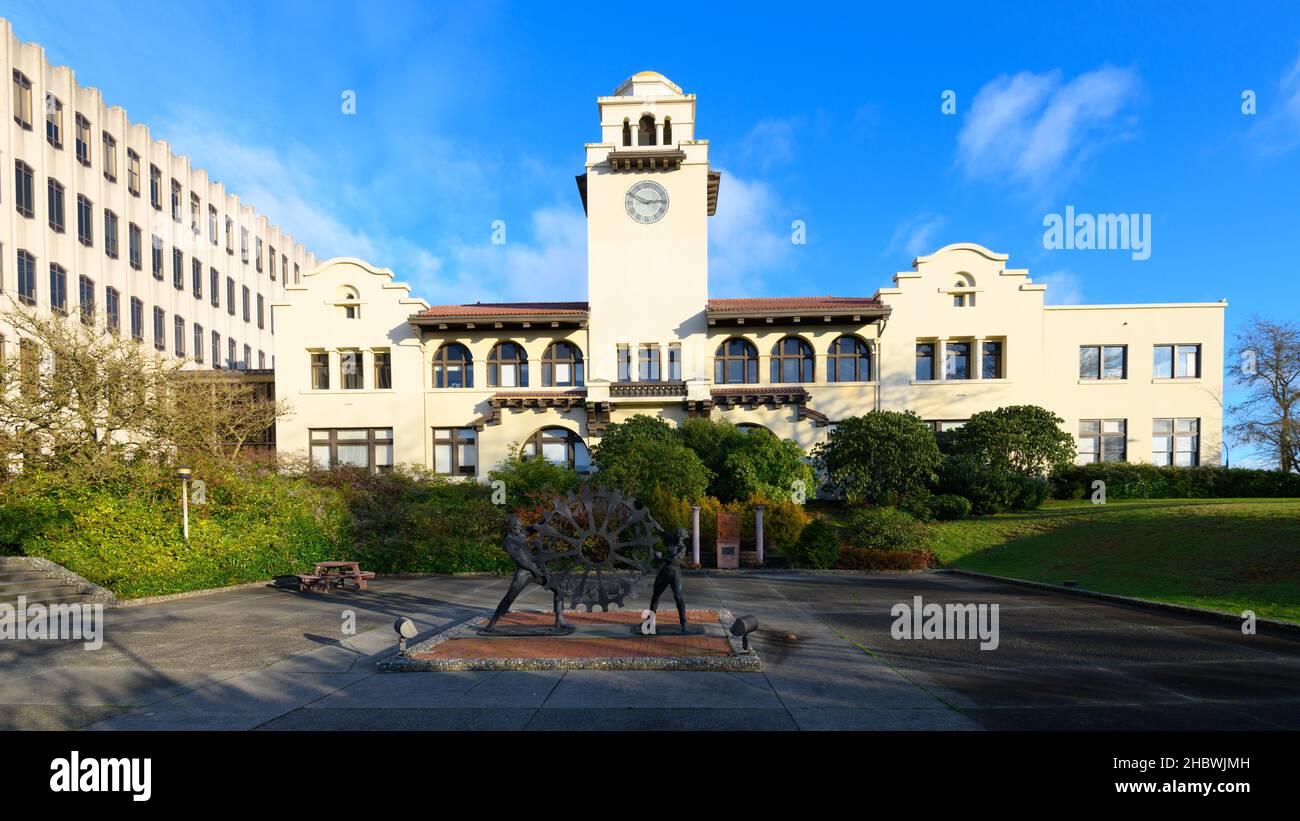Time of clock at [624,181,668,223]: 2:49
